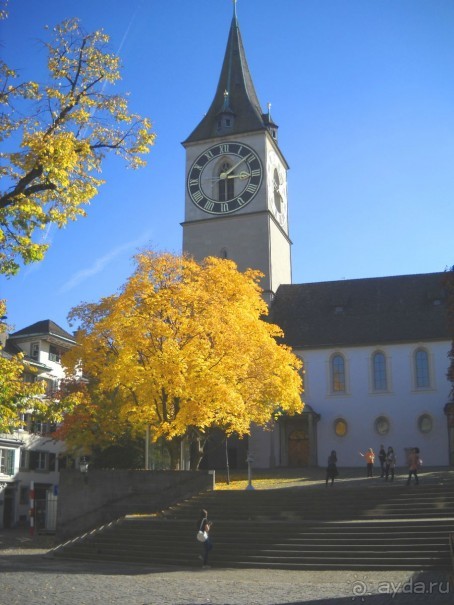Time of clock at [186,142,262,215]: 6:08
